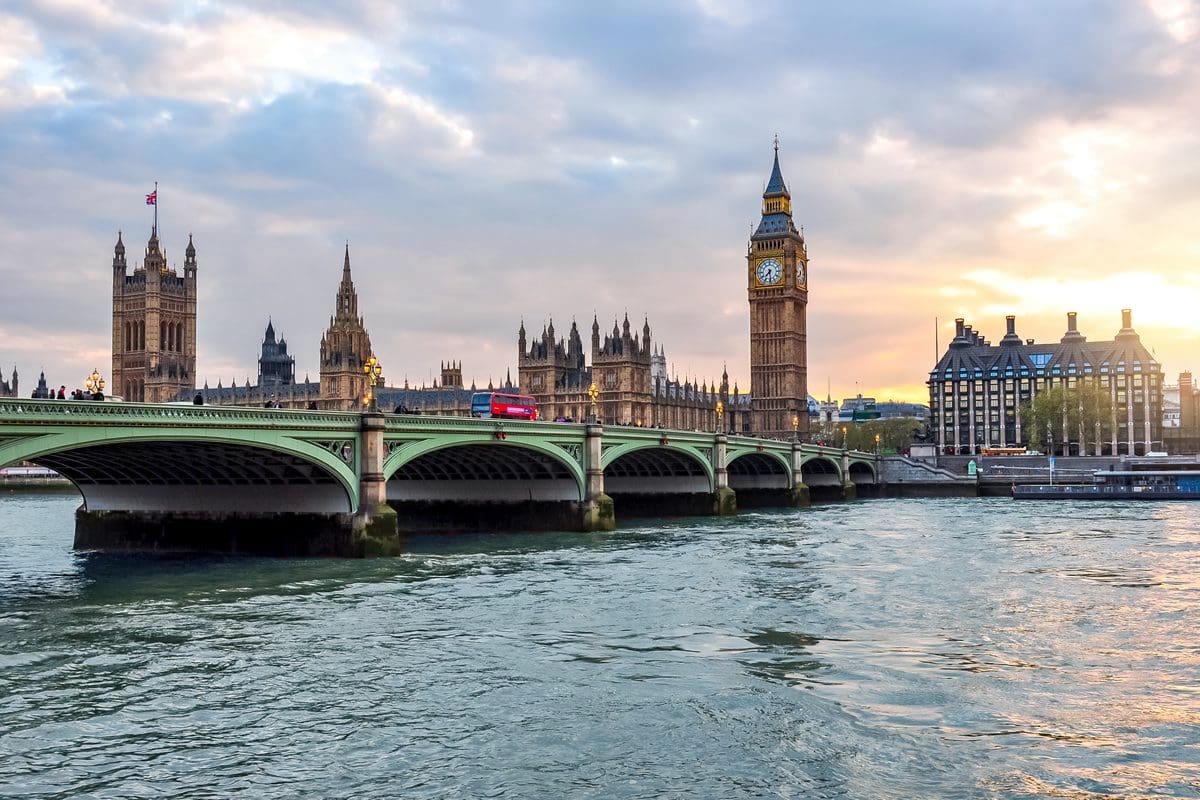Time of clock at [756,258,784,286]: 7:29
